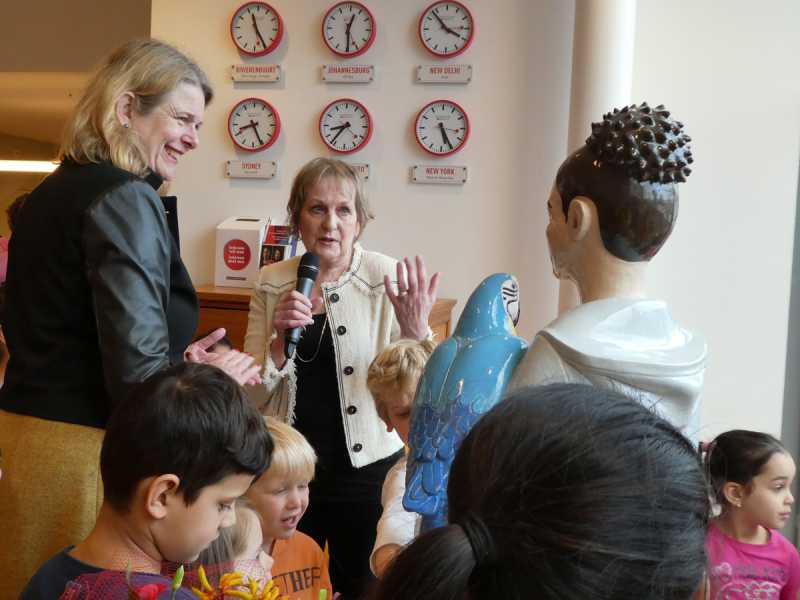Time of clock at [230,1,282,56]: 11:24
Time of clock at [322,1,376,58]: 12:29
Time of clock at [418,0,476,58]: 3:53
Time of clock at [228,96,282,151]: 8:25
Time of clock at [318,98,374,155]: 8:36
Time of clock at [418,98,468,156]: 5:25
